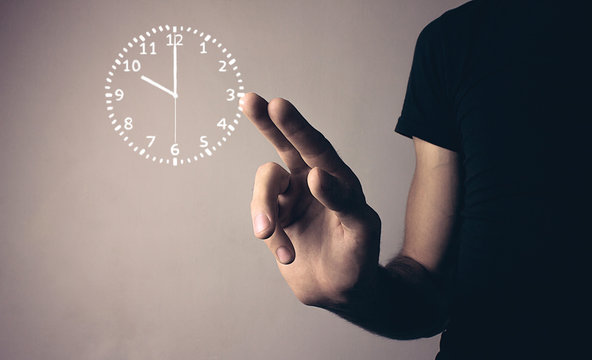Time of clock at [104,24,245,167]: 10:00
